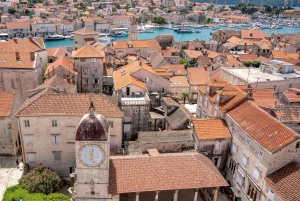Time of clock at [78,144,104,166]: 12:27
